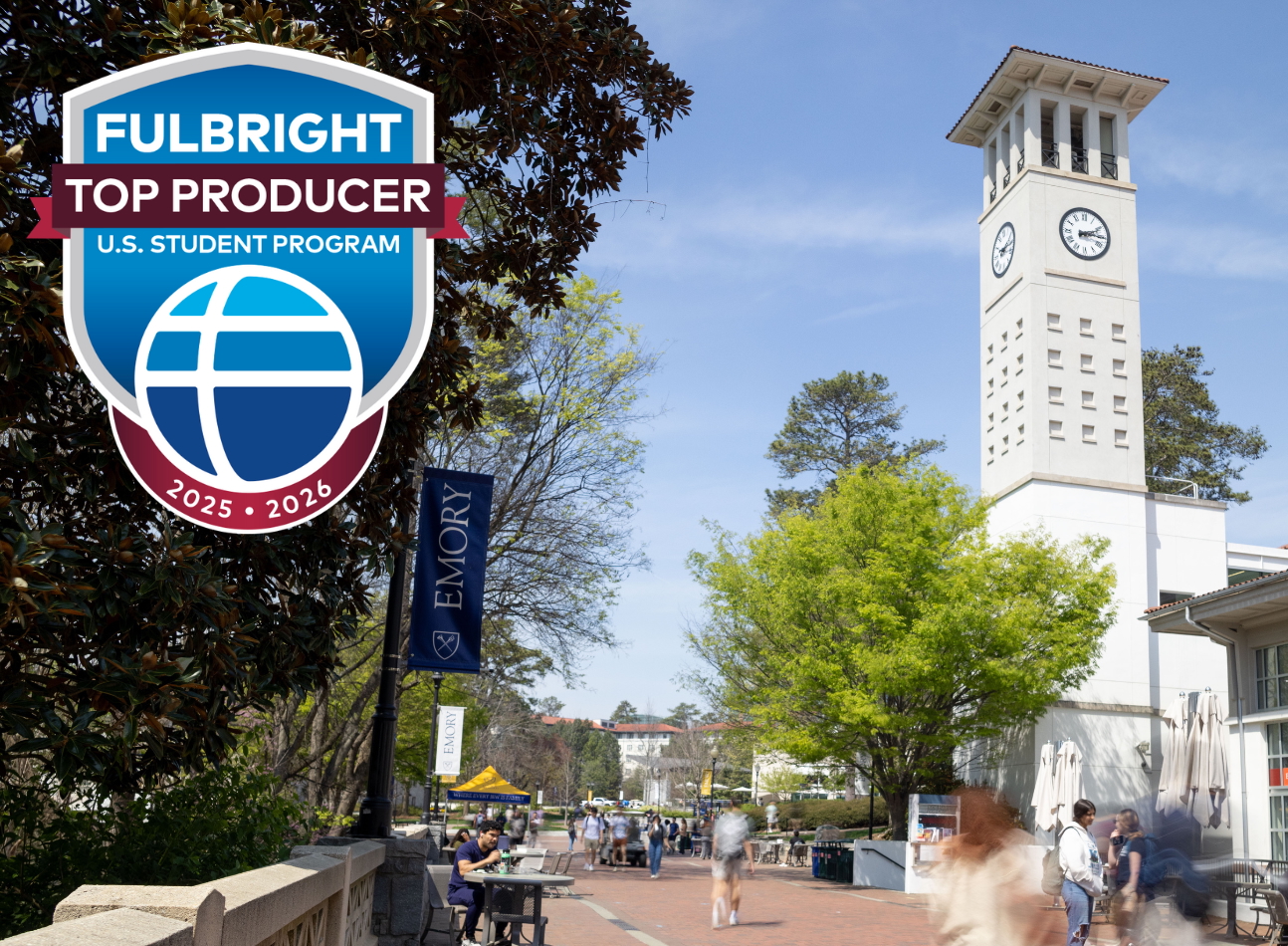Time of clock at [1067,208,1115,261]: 2:15
